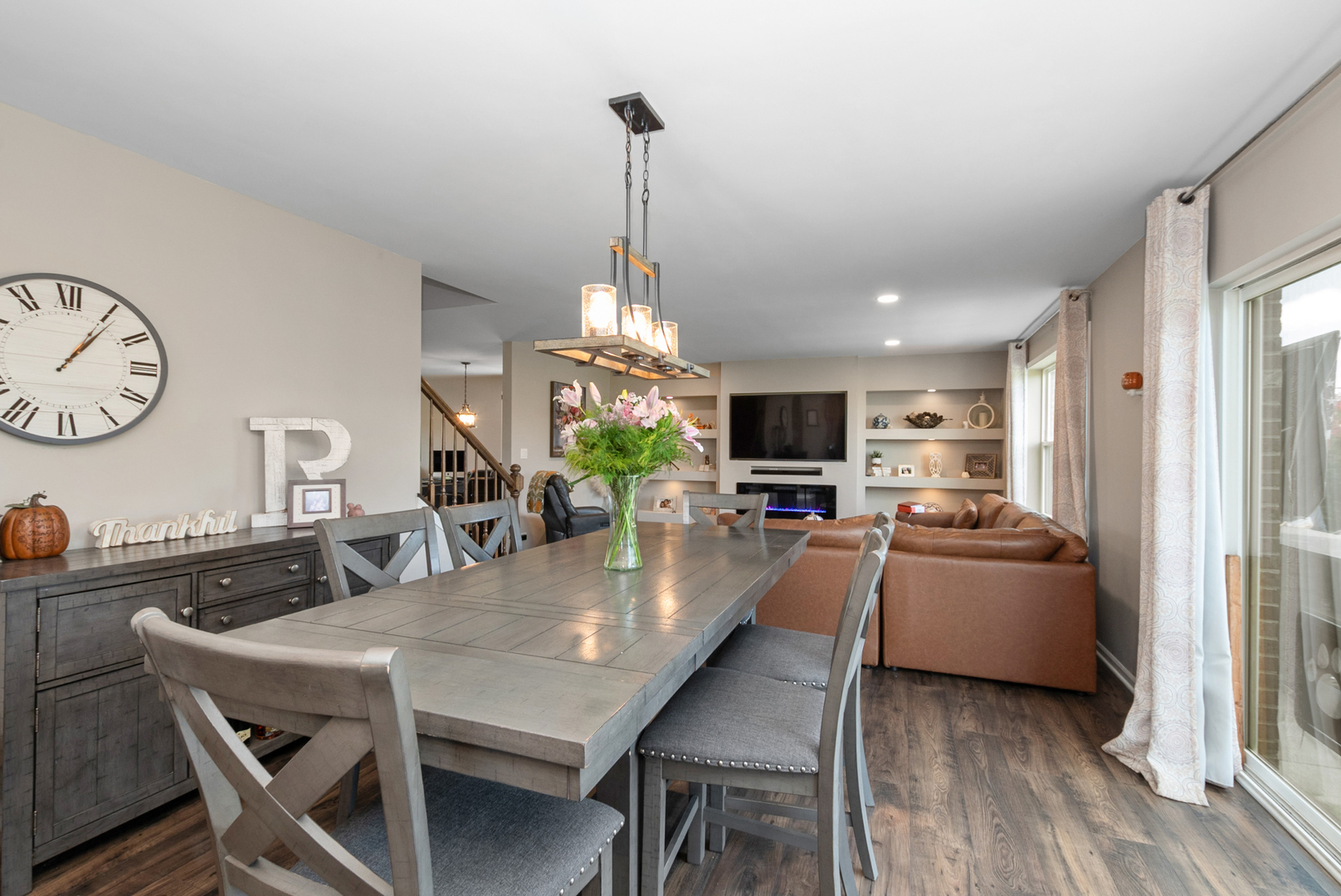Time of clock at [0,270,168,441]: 1:06
